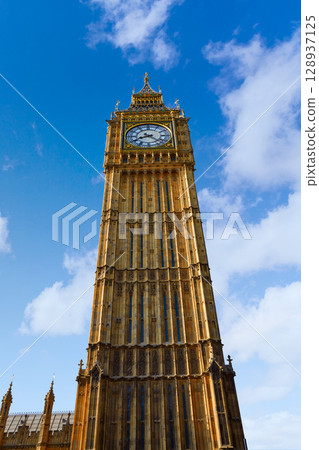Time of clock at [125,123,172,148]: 8:21
